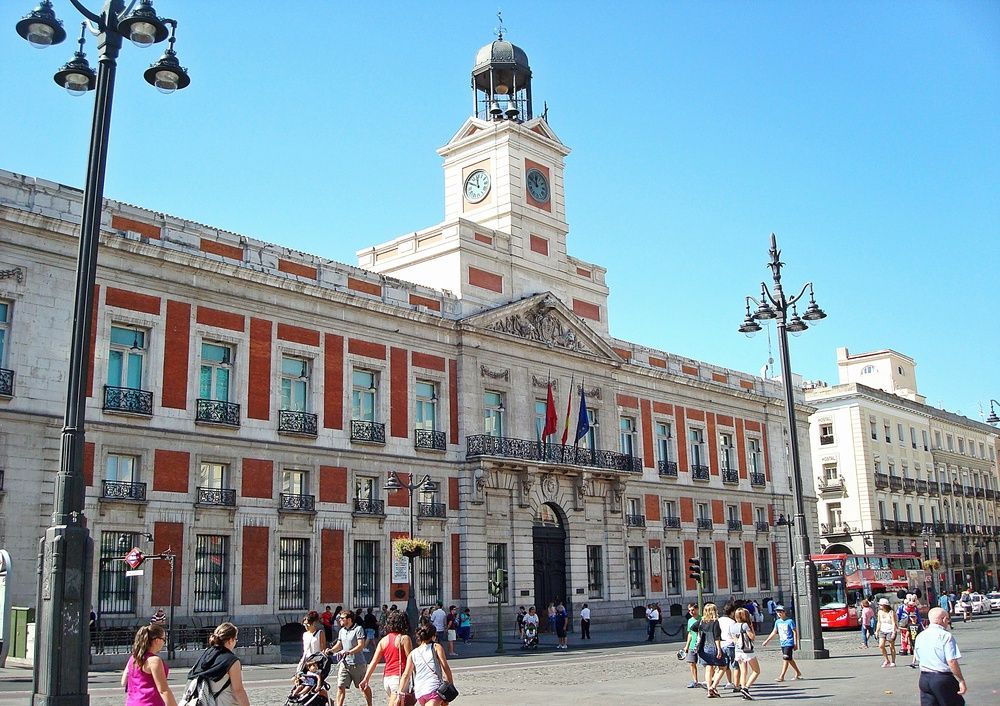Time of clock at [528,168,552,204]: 11:49
